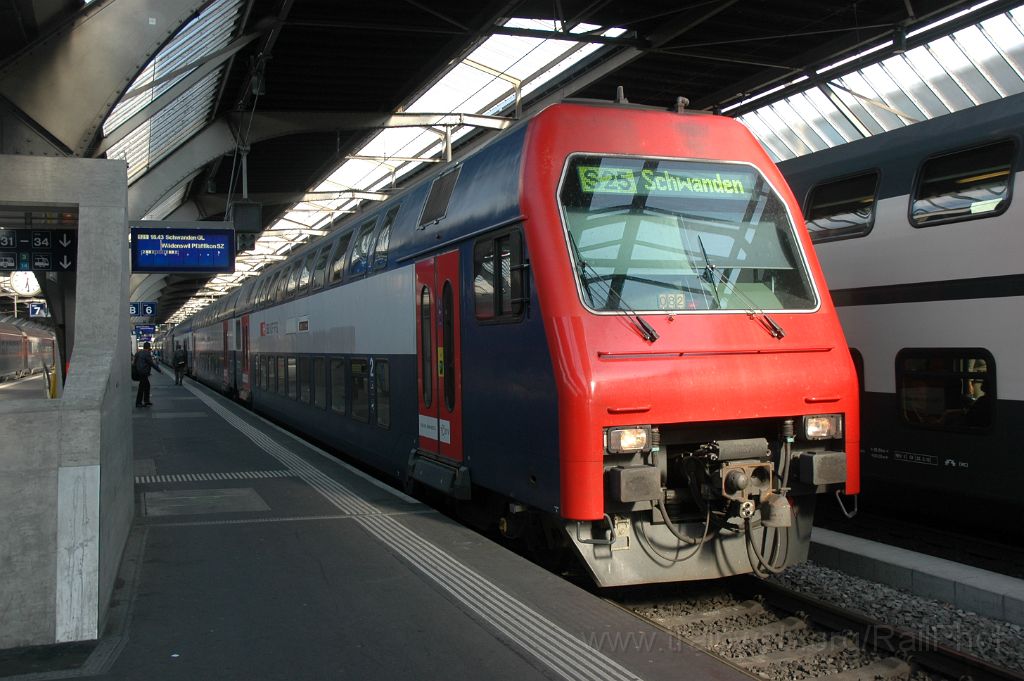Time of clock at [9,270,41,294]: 6:29
